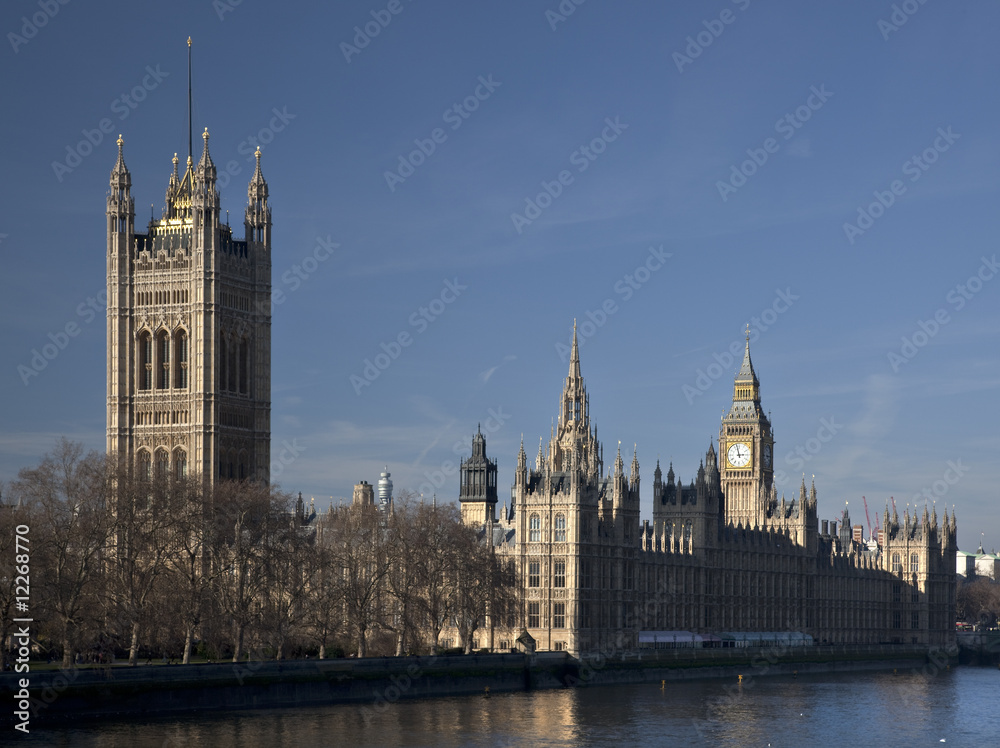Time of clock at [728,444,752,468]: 2:57
